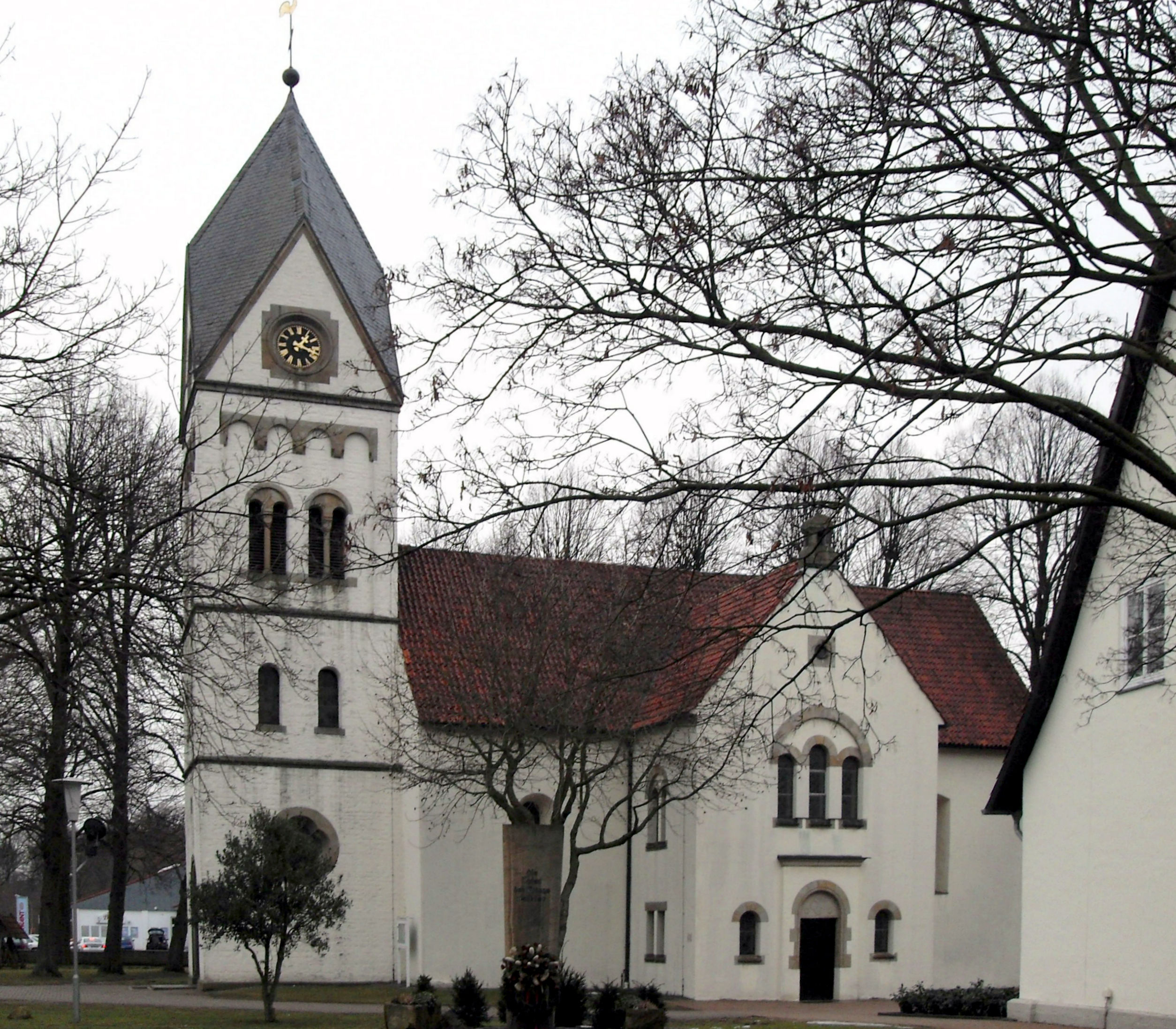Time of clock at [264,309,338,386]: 1:18
